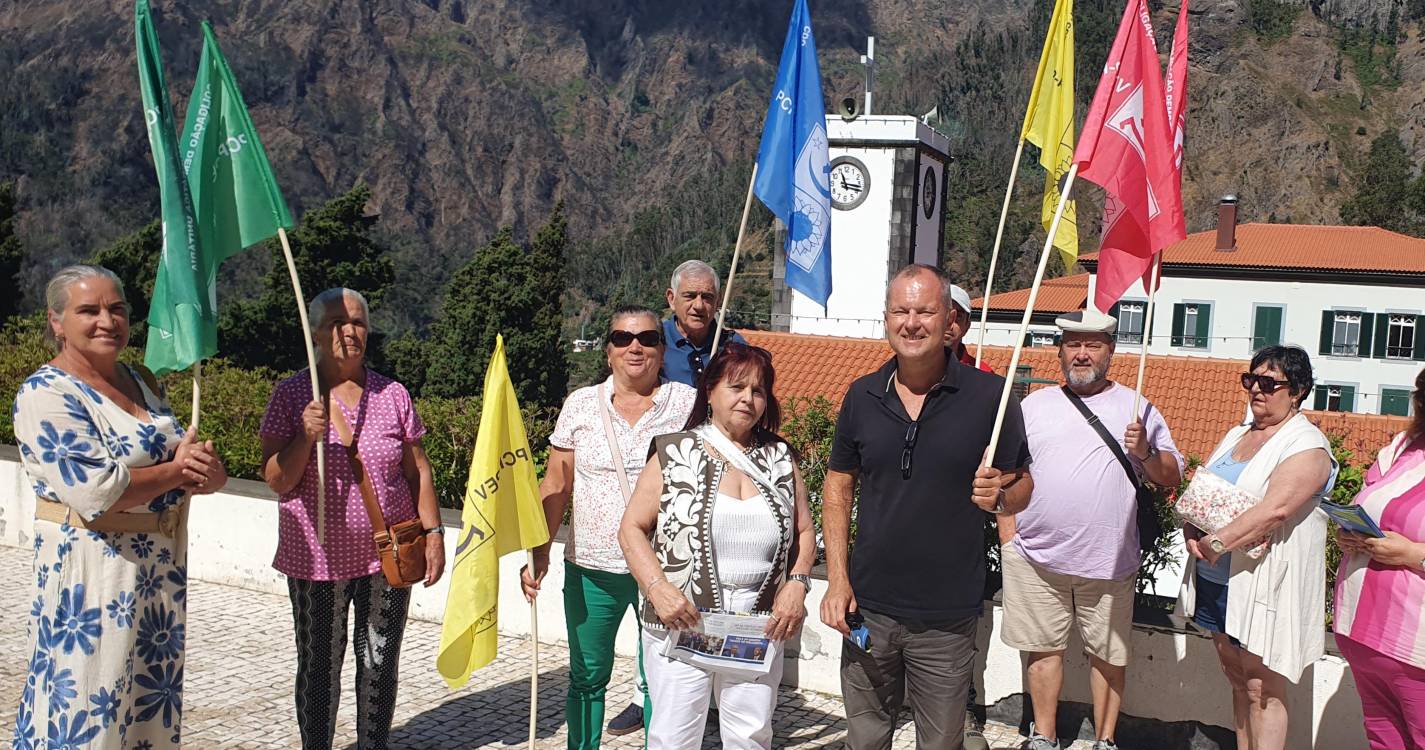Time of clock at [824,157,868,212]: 11:16
